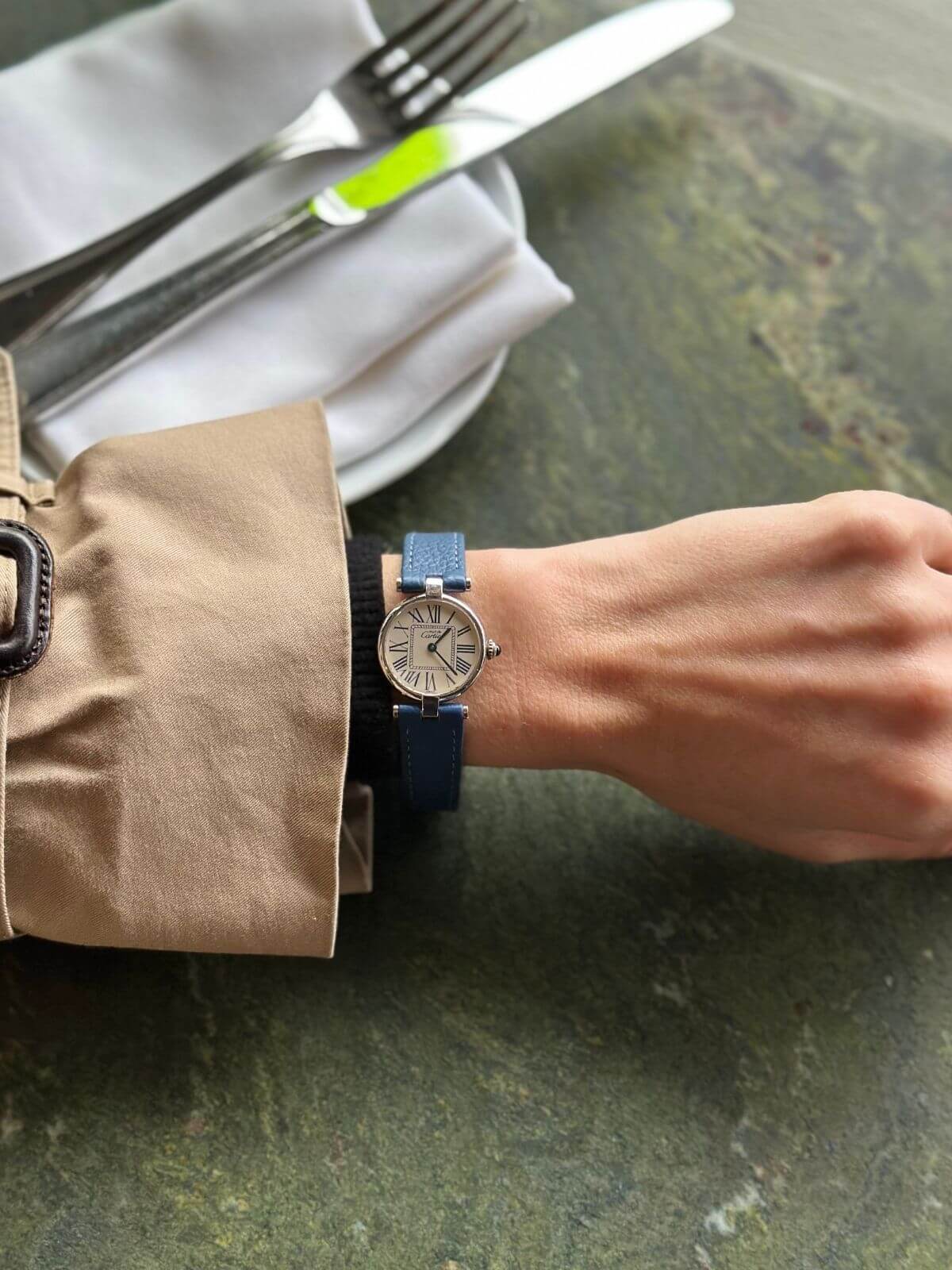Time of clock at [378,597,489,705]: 1:22
